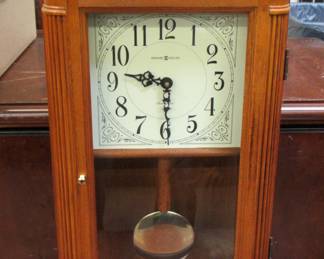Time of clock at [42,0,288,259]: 9:29
